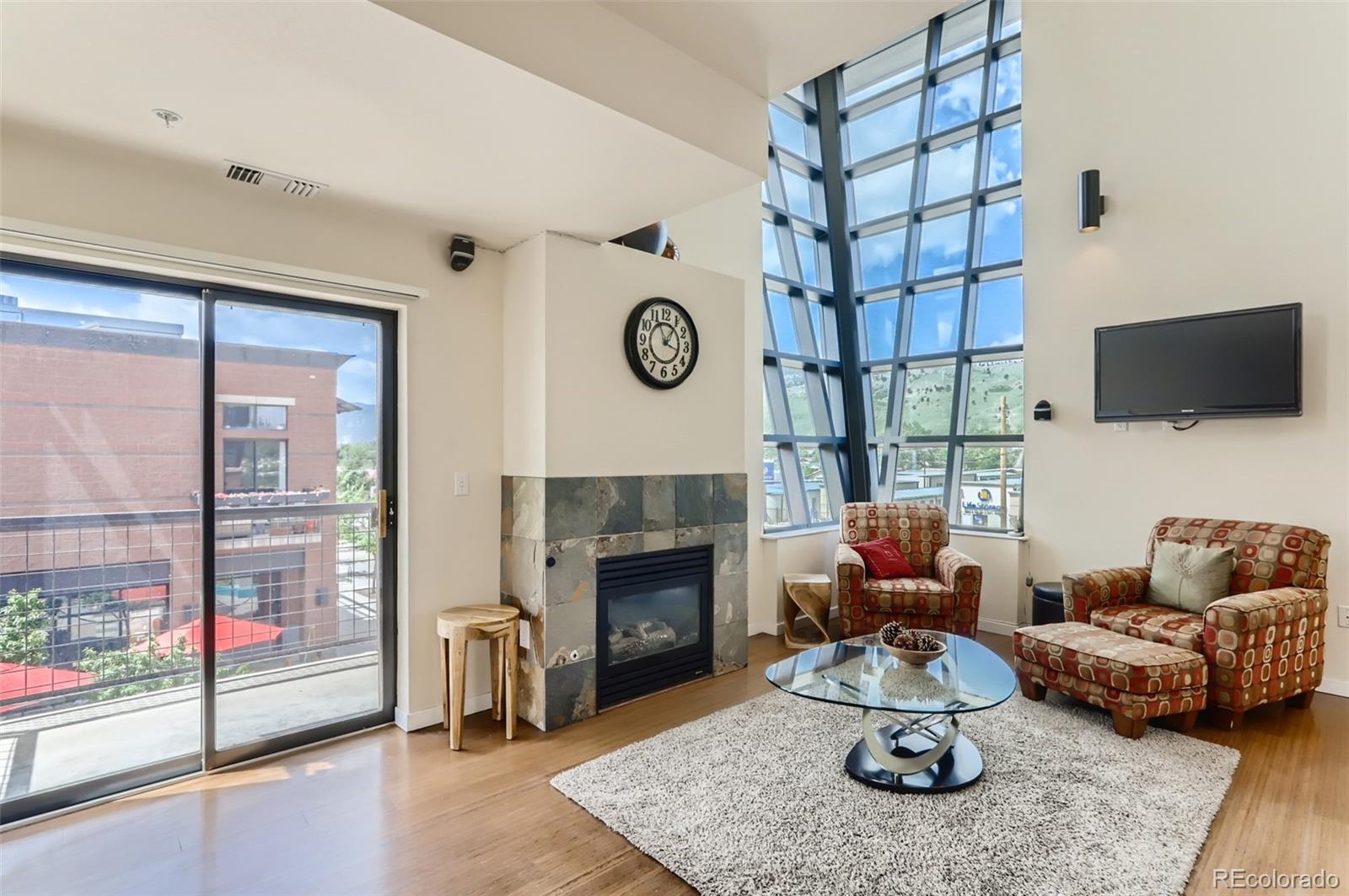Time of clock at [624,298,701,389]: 1:18
